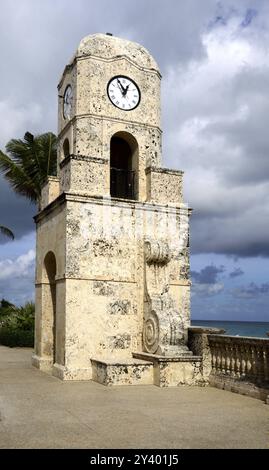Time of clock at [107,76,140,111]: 12:55
